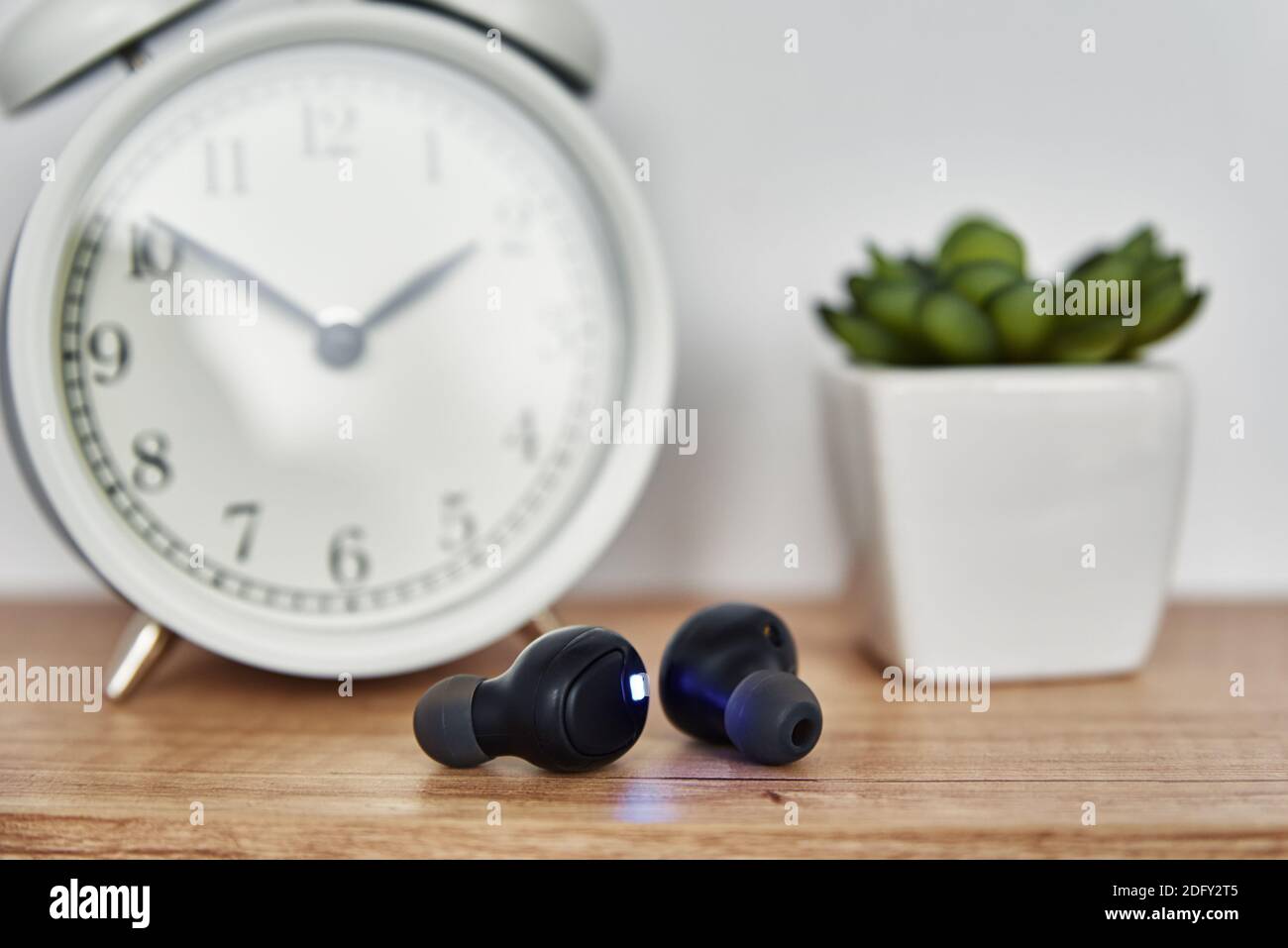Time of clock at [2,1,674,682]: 1:50
